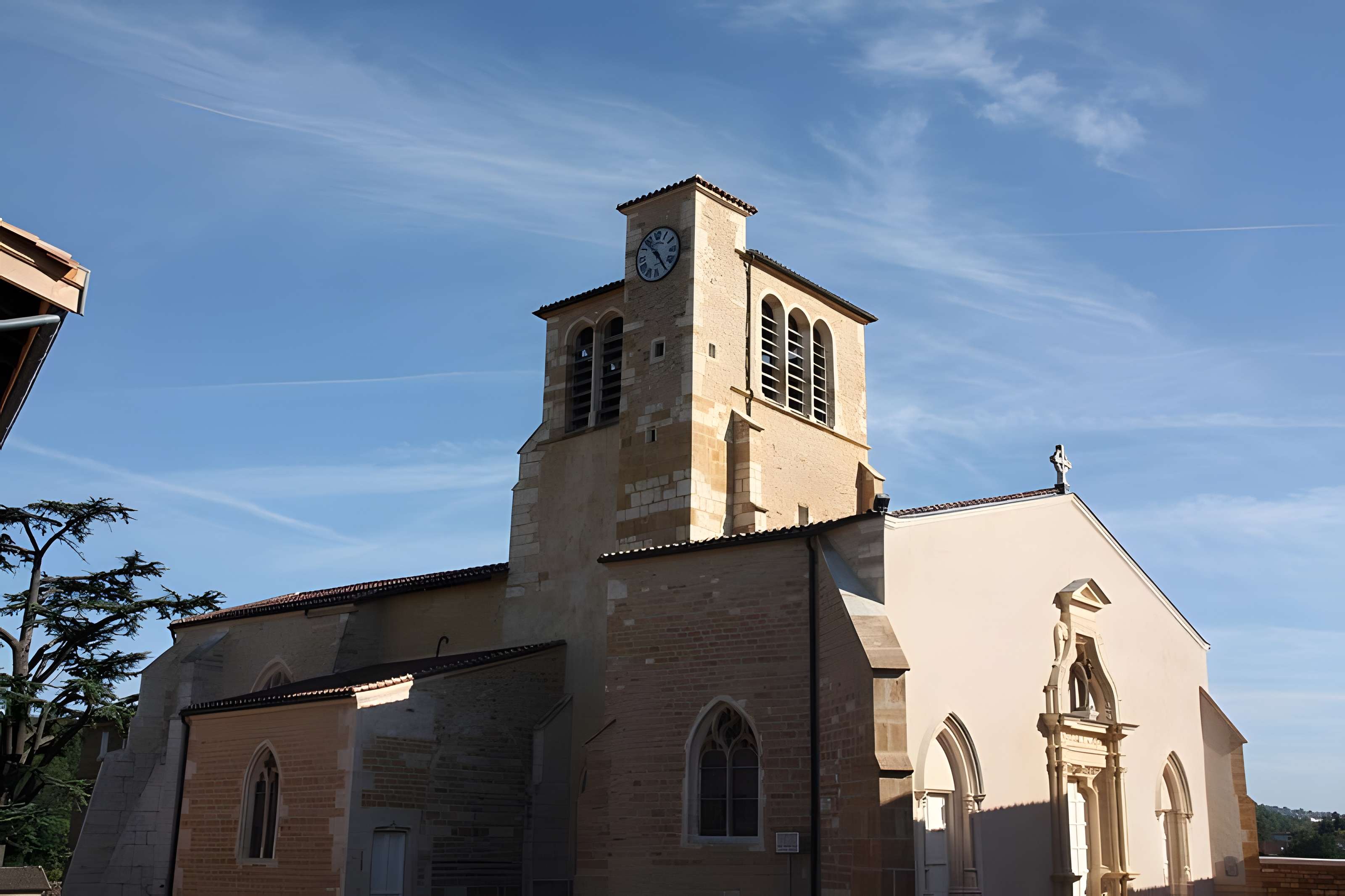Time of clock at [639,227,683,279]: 10:24
